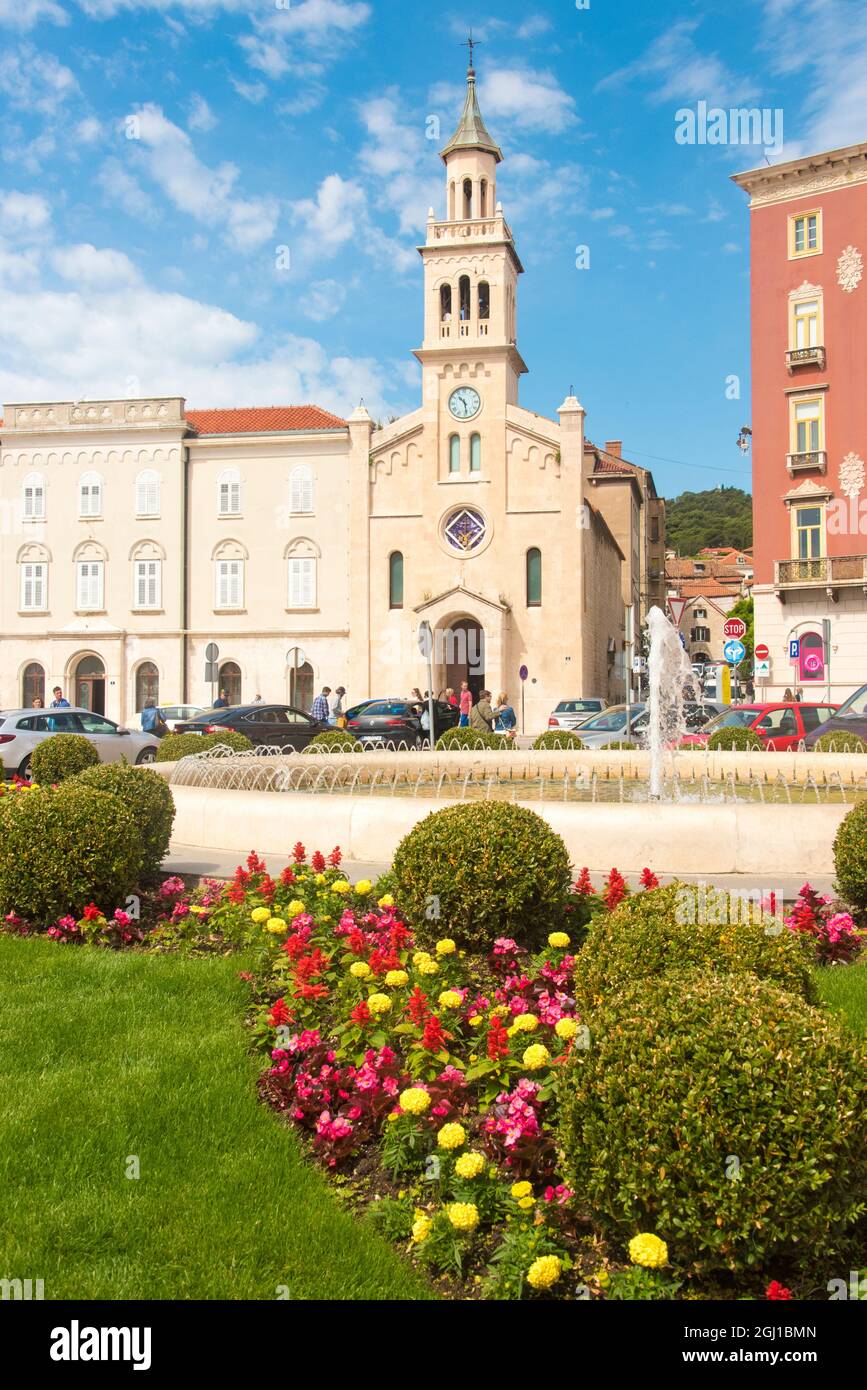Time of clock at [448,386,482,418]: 10:28
